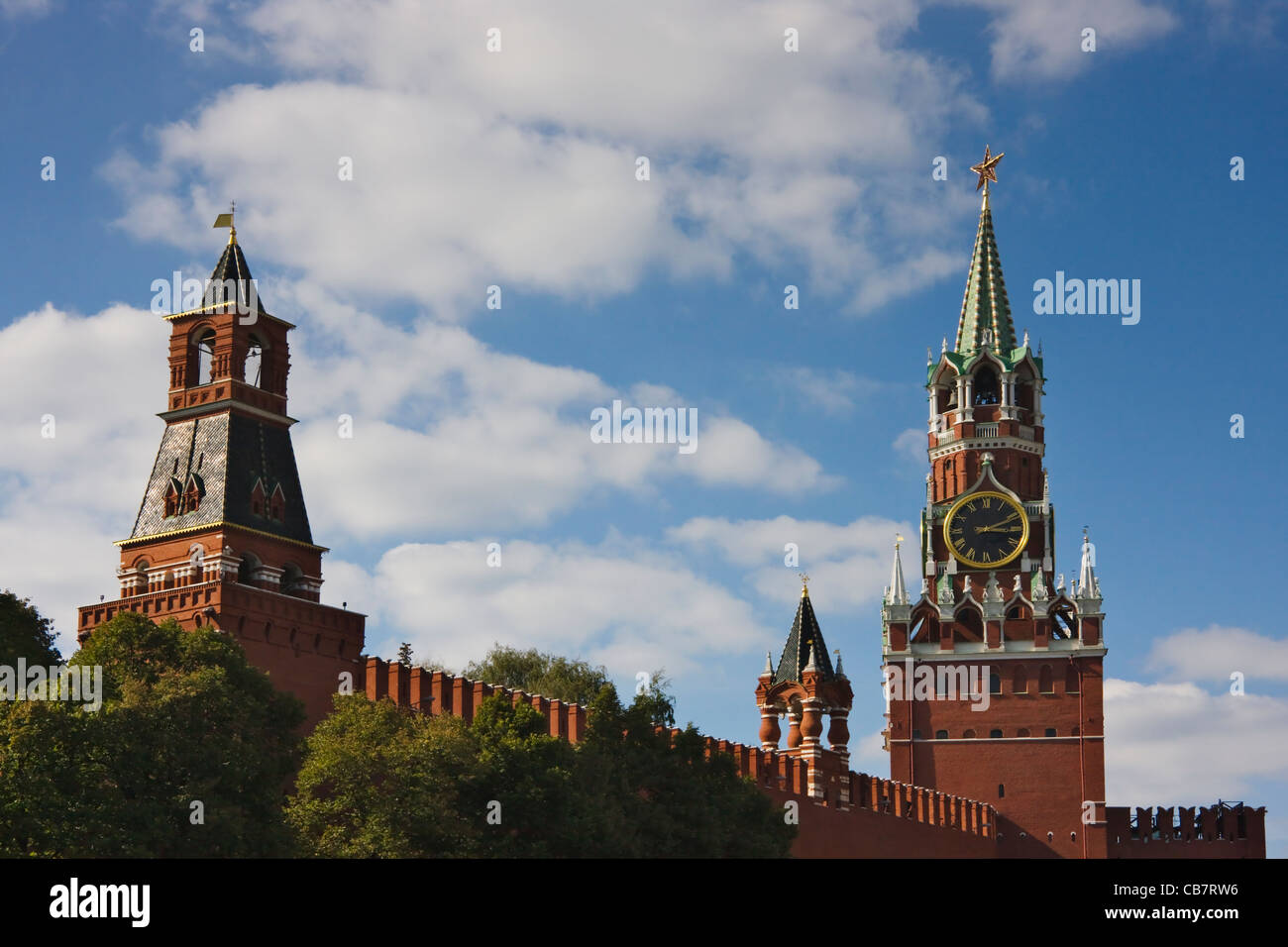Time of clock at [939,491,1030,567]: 3:11
